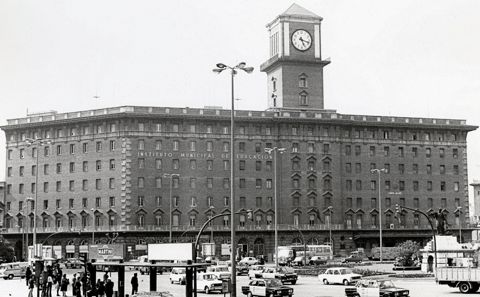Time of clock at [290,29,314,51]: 5:17
